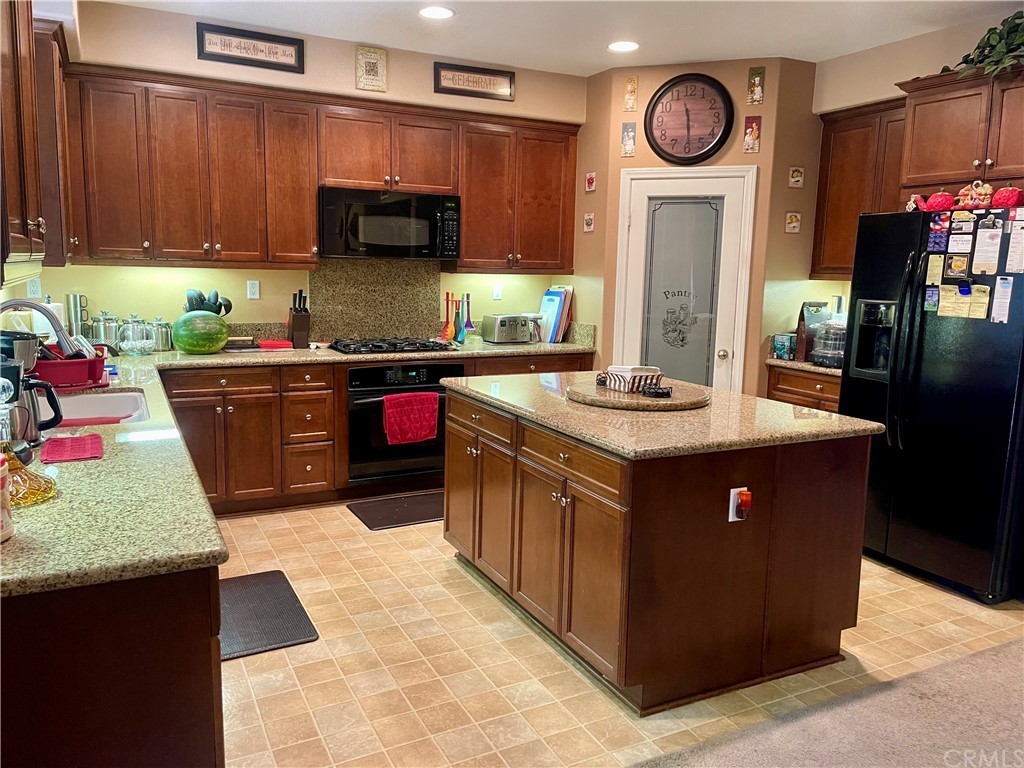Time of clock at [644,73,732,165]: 11:29
